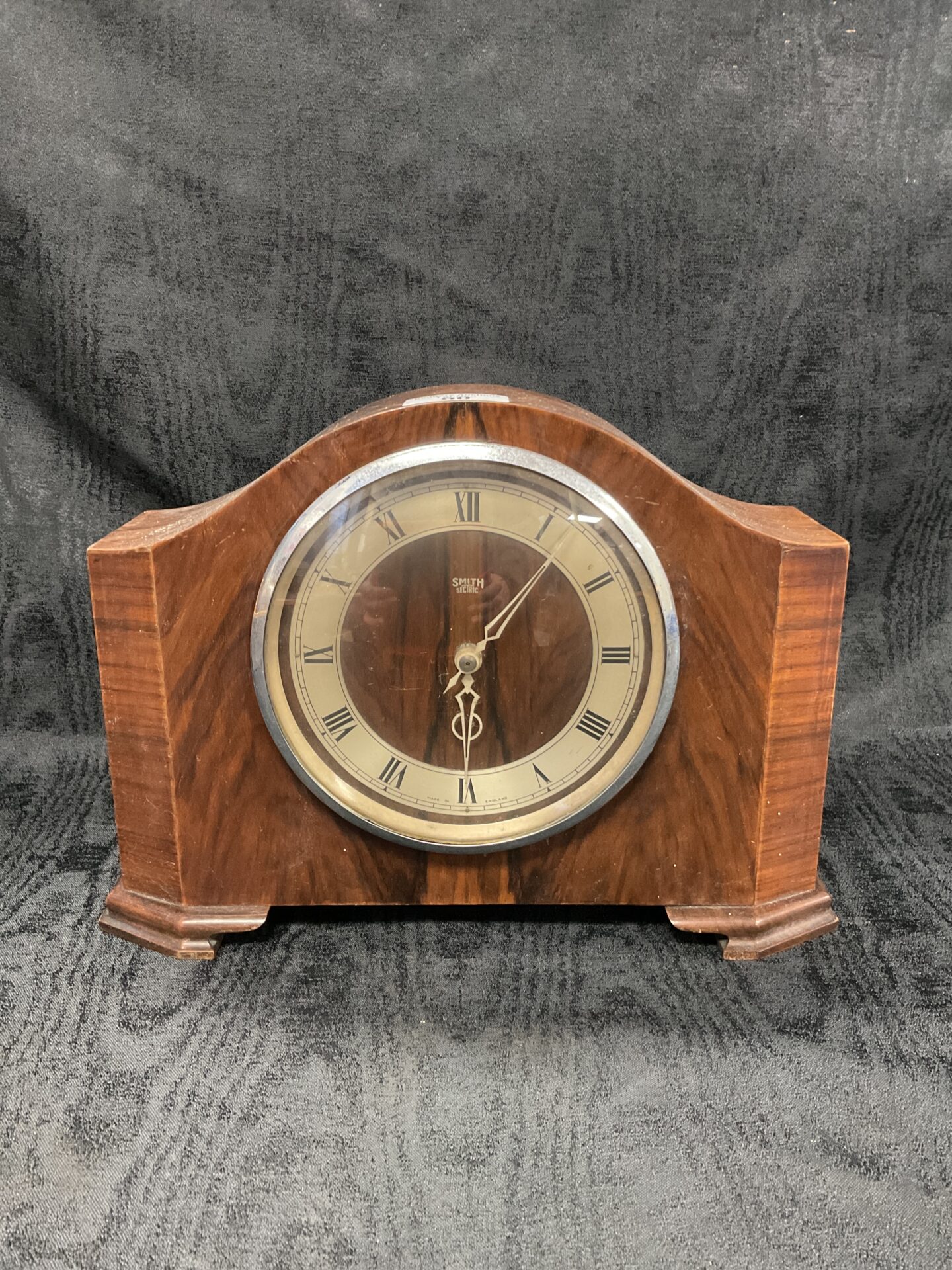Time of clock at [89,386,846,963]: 6:06
